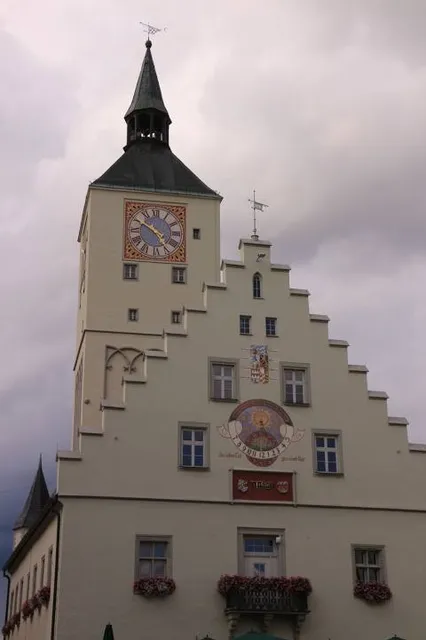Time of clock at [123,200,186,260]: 4:50
